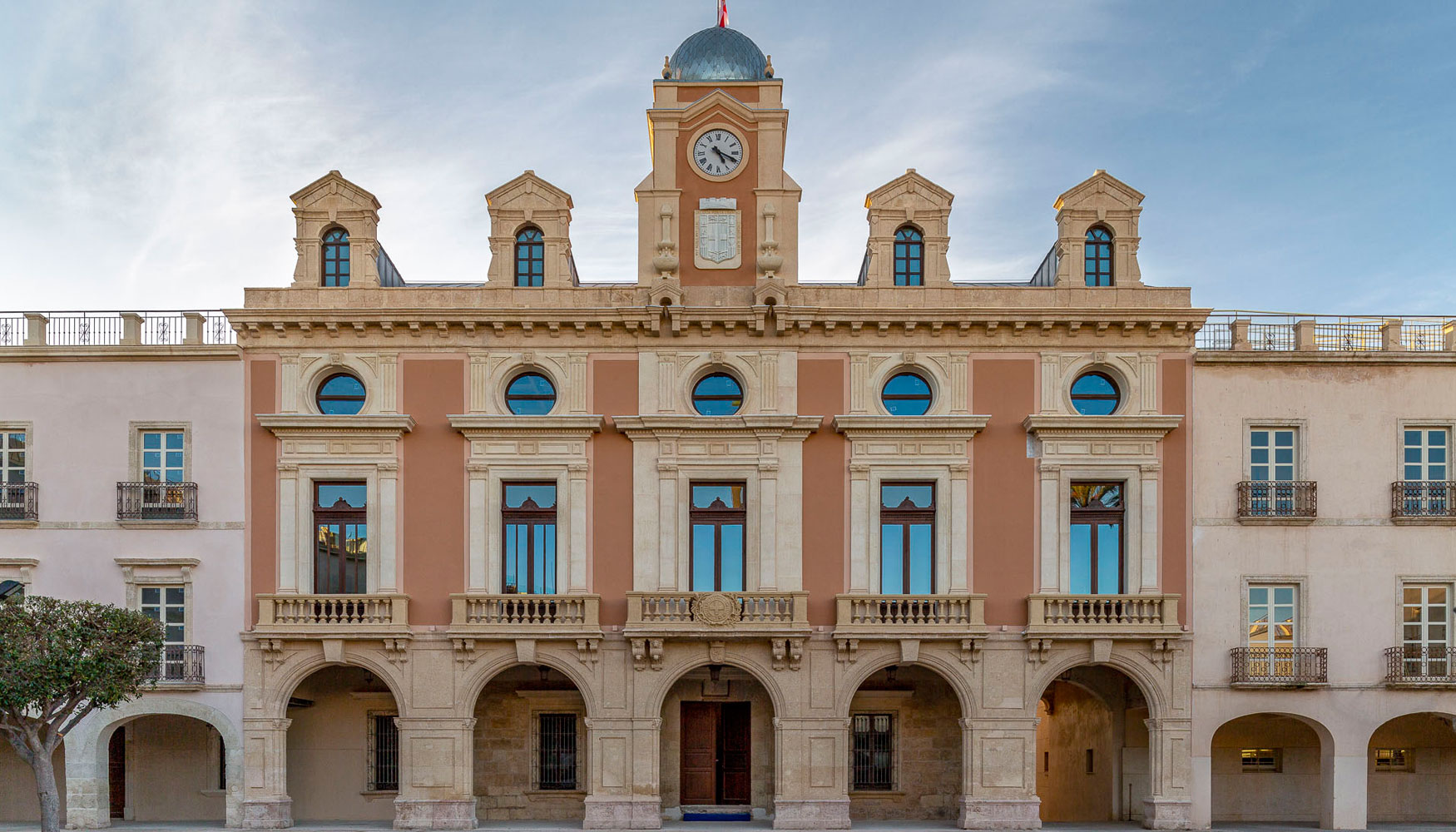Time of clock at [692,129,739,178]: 5:19
